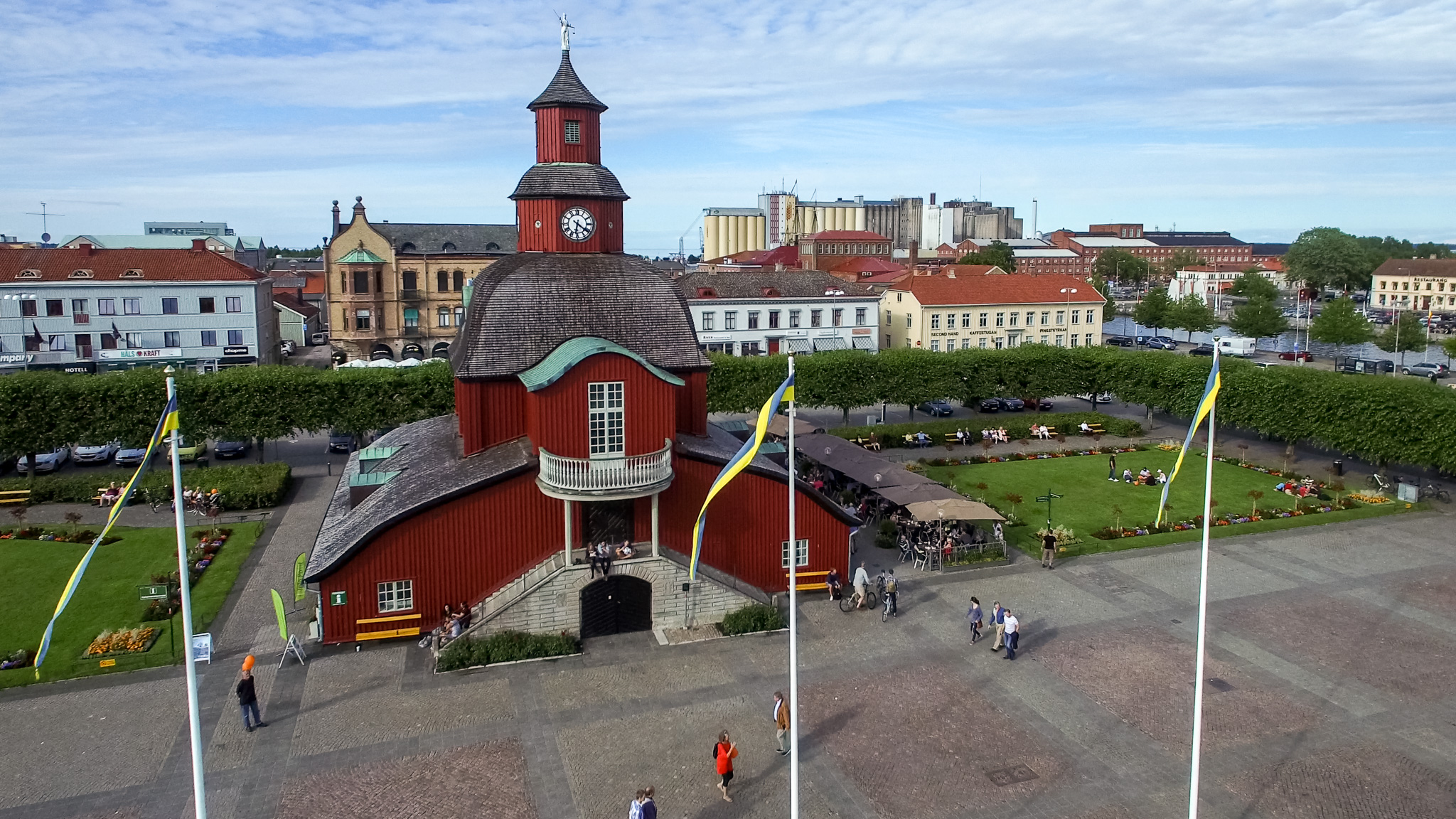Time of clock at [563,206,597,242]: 6:21
